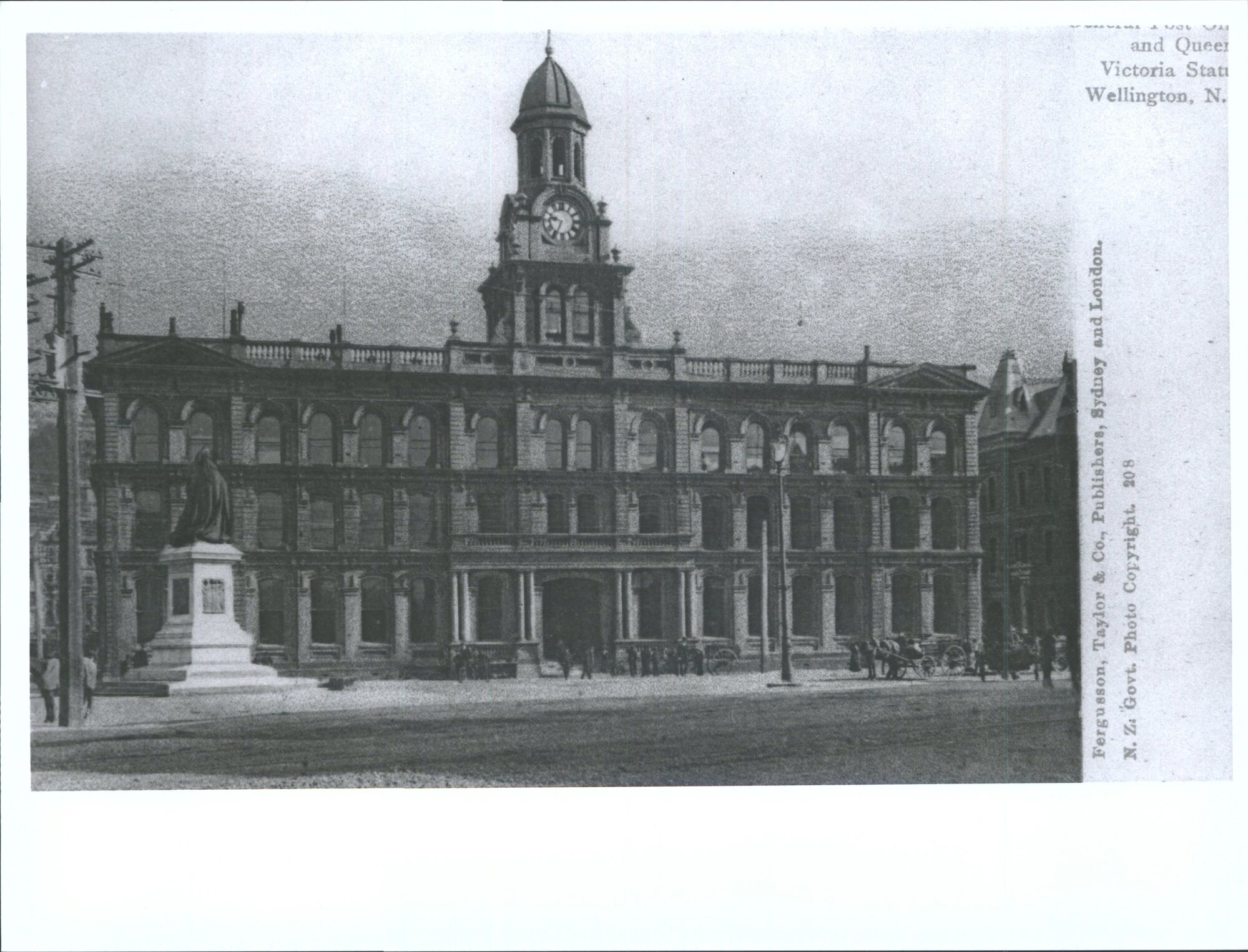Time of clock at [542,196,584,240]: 9:34
